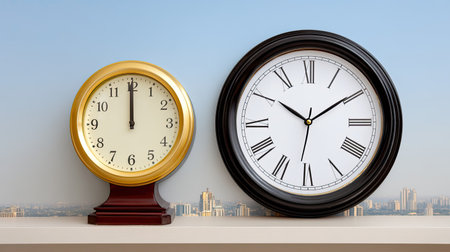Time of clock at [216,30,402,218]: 10:09
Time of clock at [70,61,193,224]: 11:59
